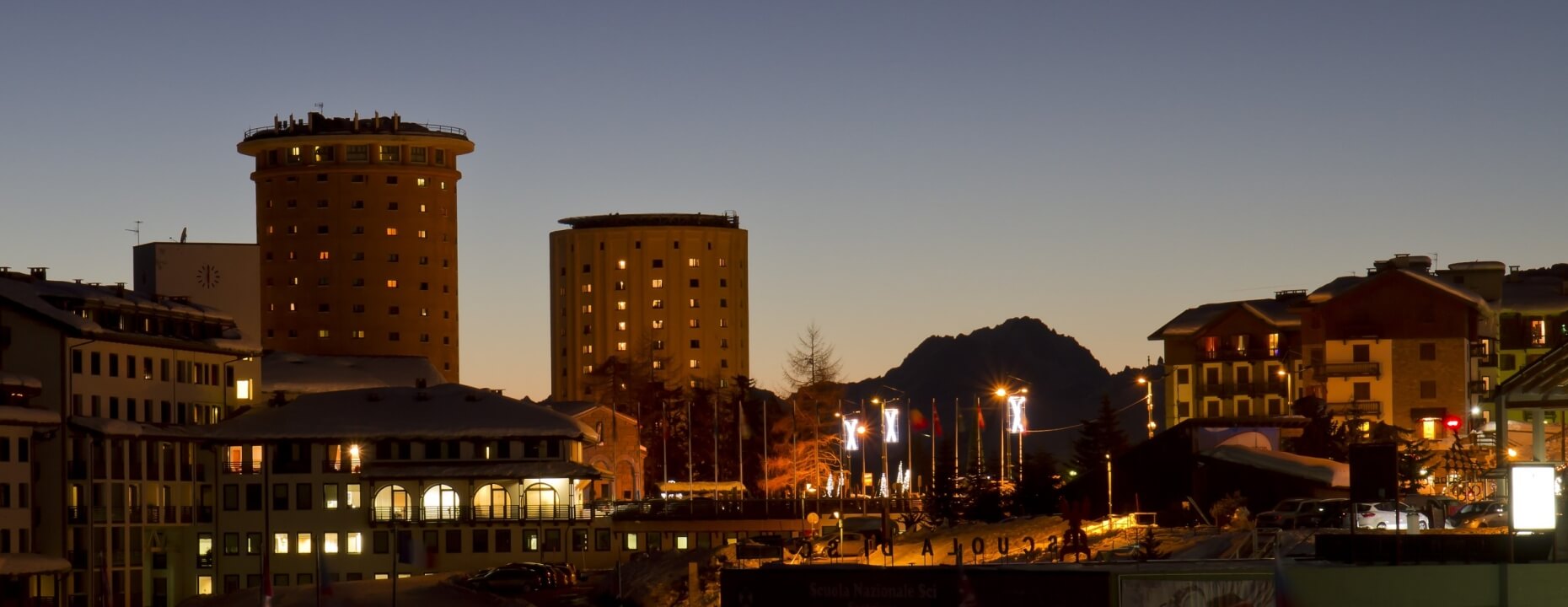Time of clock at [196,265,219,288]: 6:00
